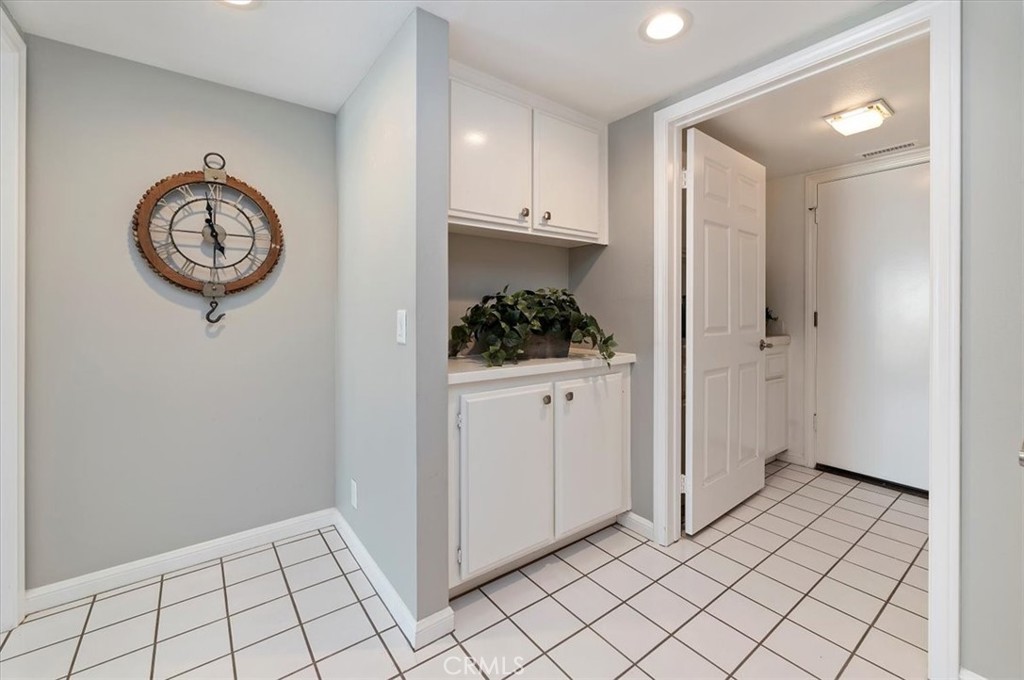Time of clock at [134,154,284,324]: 4:58
